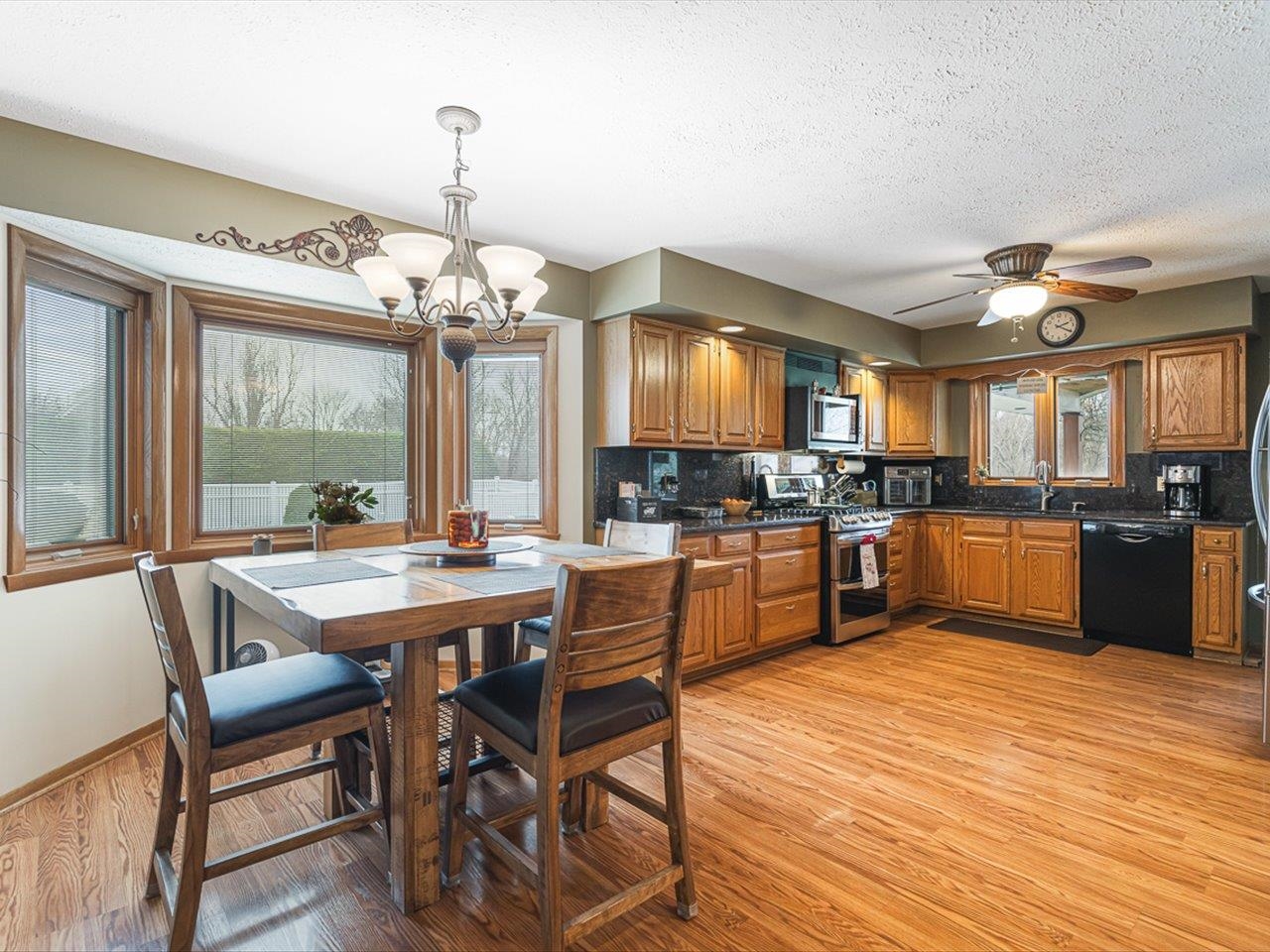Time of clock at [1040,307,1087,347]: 2:20
